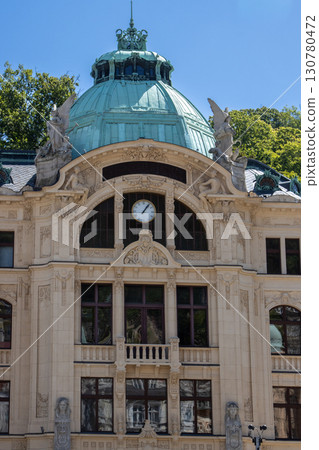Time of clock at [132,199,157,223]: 1:06
